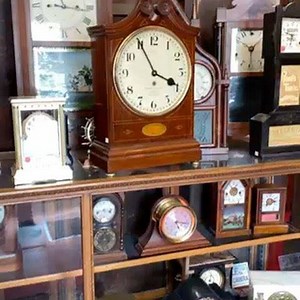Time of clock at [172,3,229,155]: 3:55
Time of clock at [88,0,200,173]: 3:55
